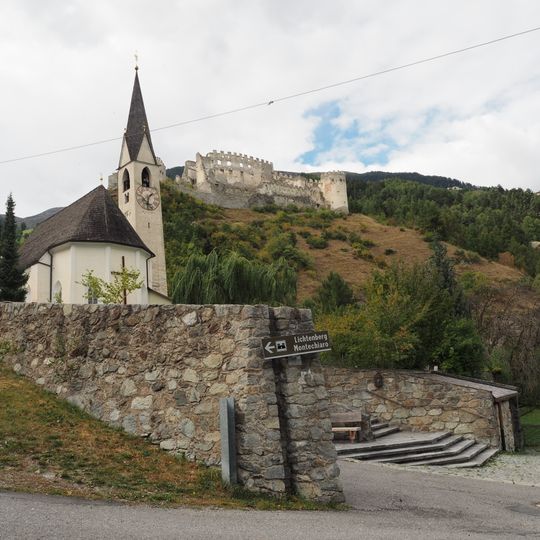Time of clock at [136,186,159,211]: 1:32
